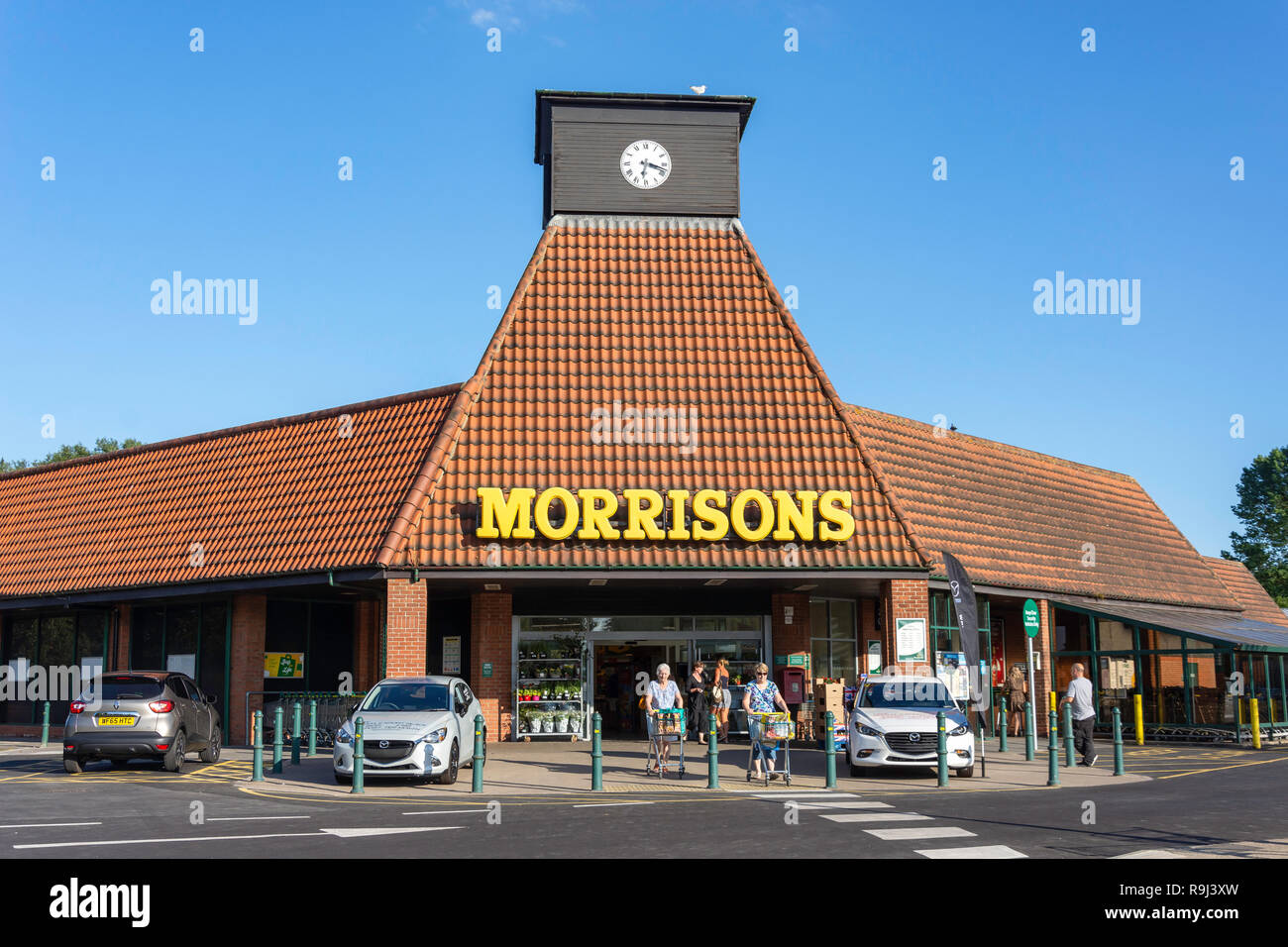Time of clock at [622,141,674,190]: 6:18
